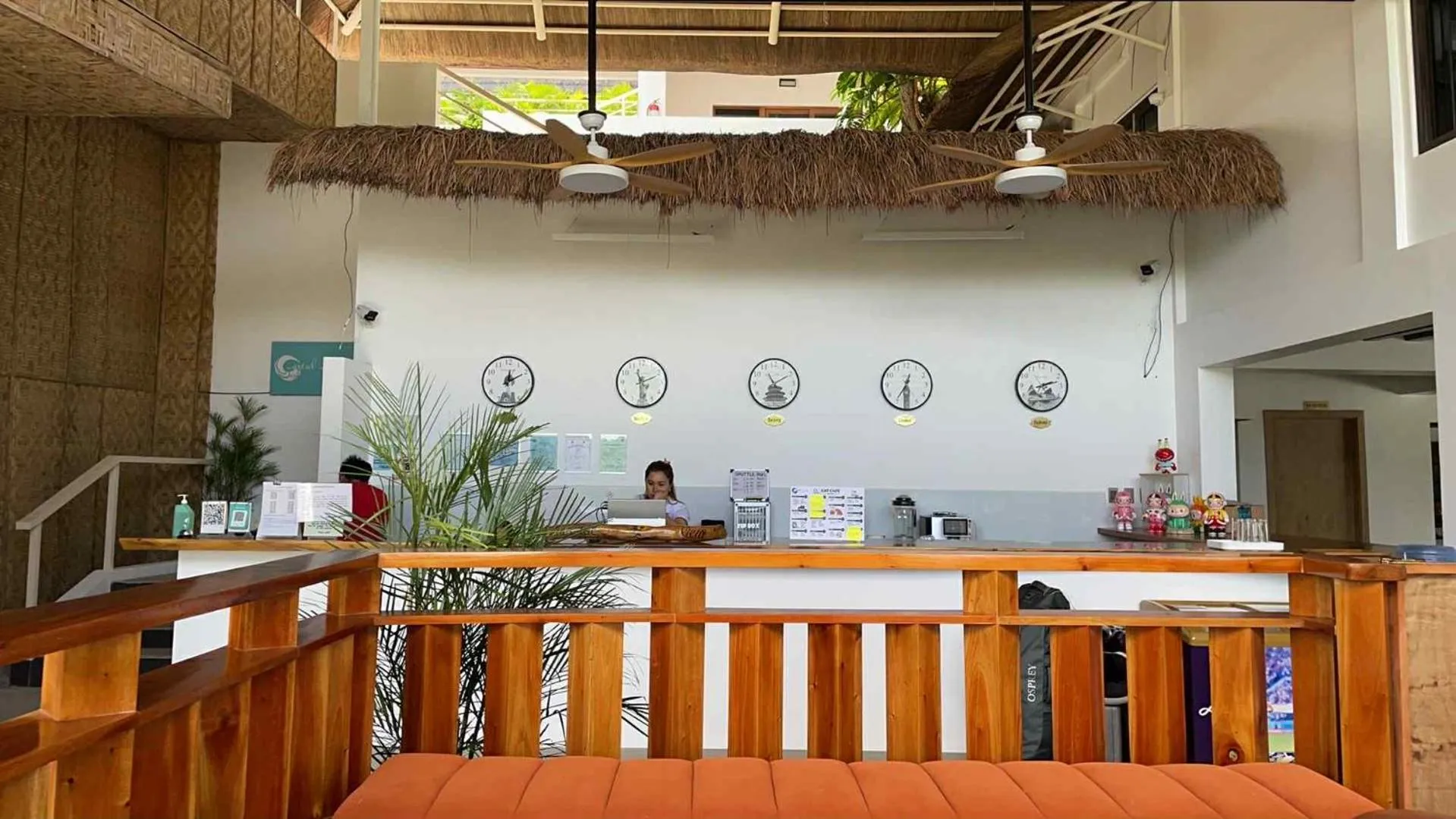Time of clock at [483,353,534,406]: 12:10
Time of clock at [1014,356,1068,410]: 2:12
